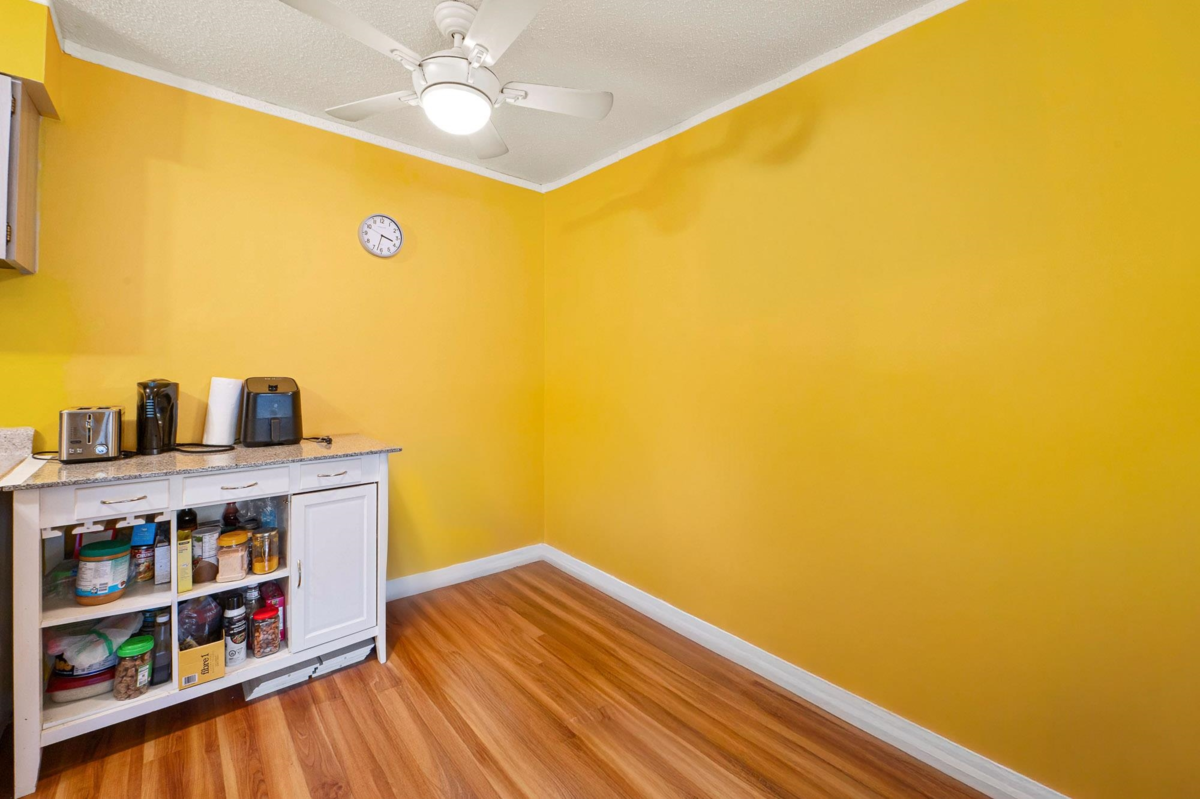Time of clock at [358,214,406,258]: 3:32
